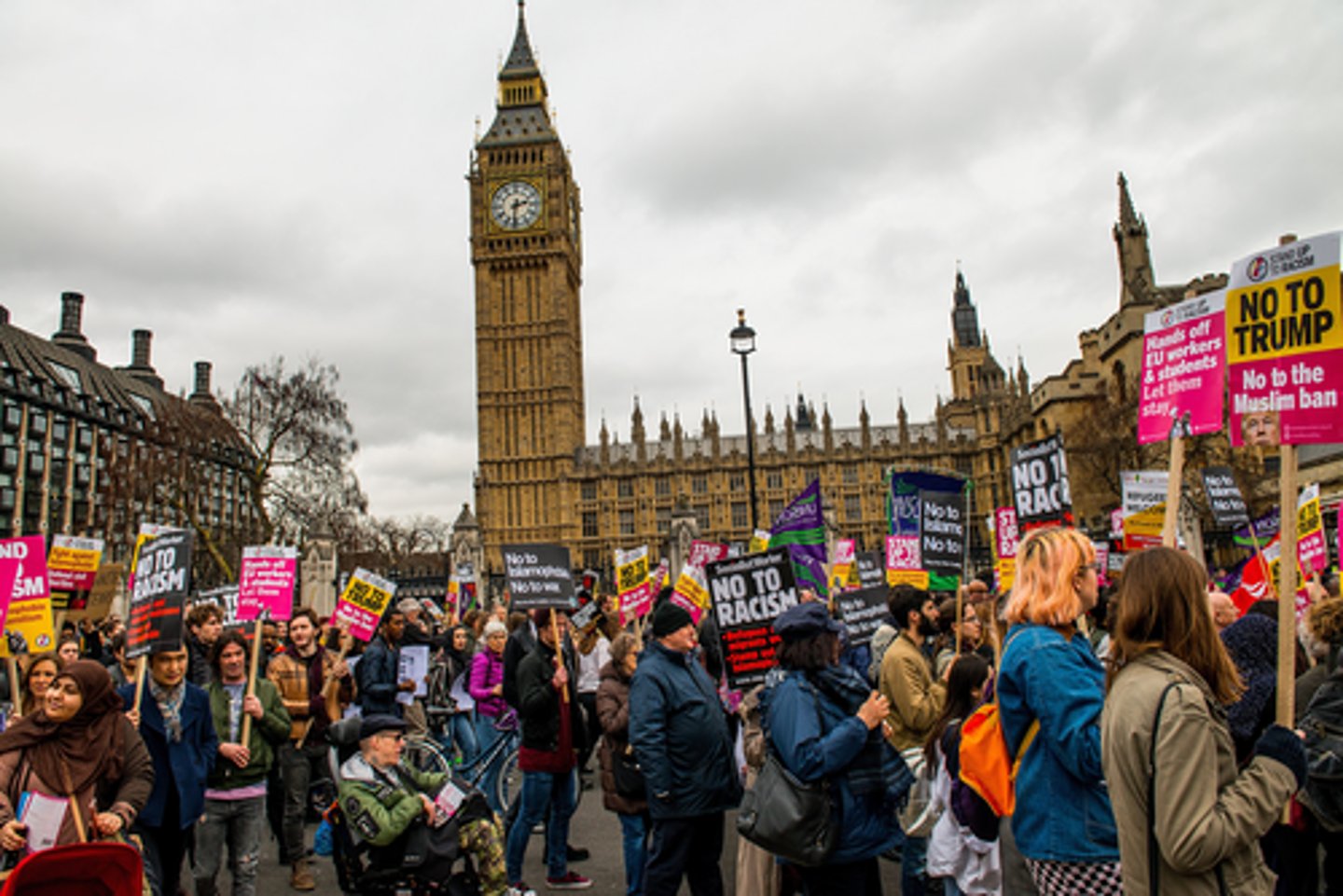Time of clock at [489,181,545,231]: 2:31
